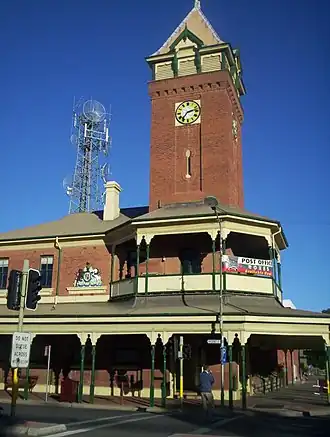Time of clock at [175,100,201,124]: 2:36
